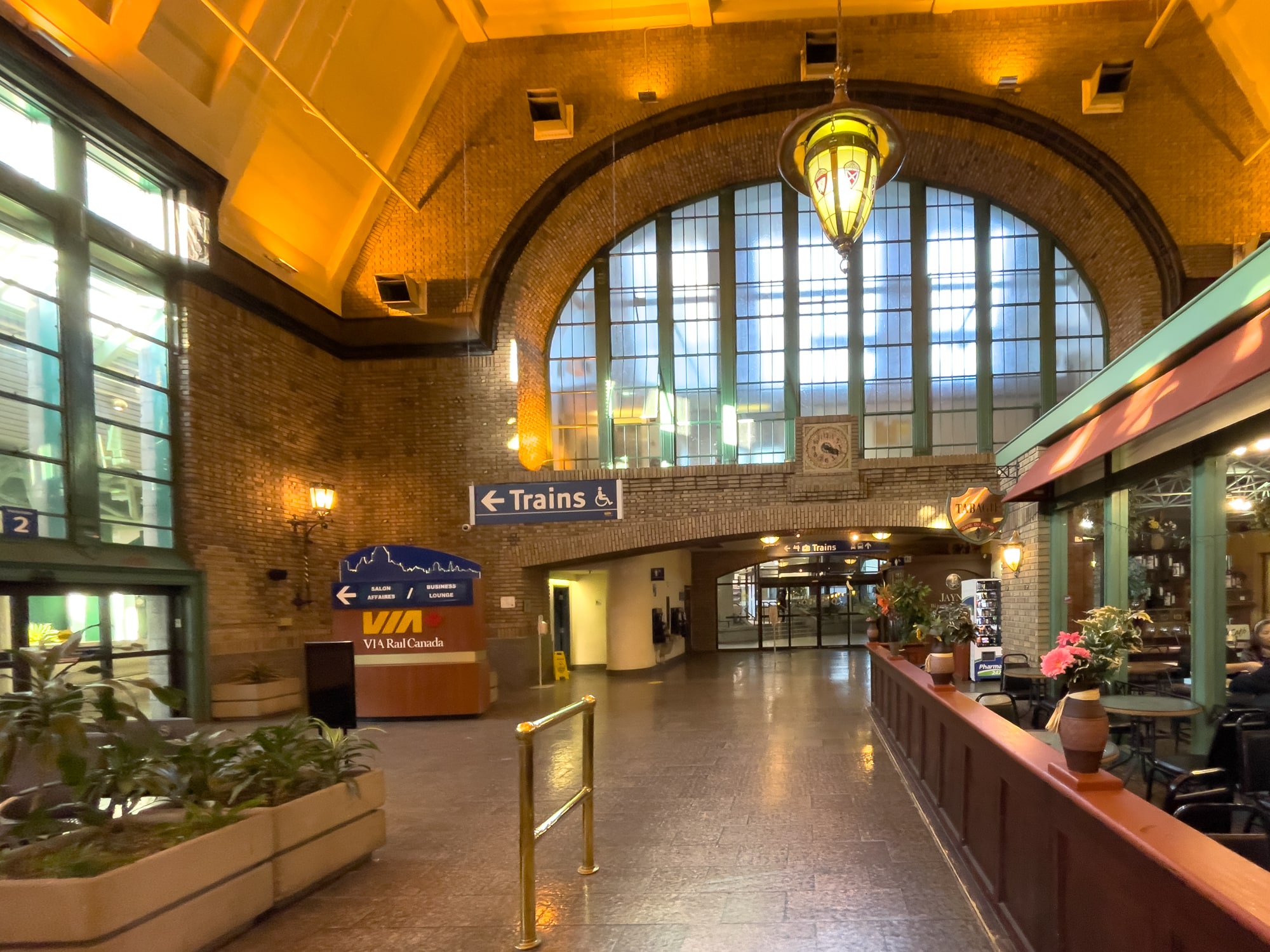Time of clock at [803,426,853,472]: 4:18
